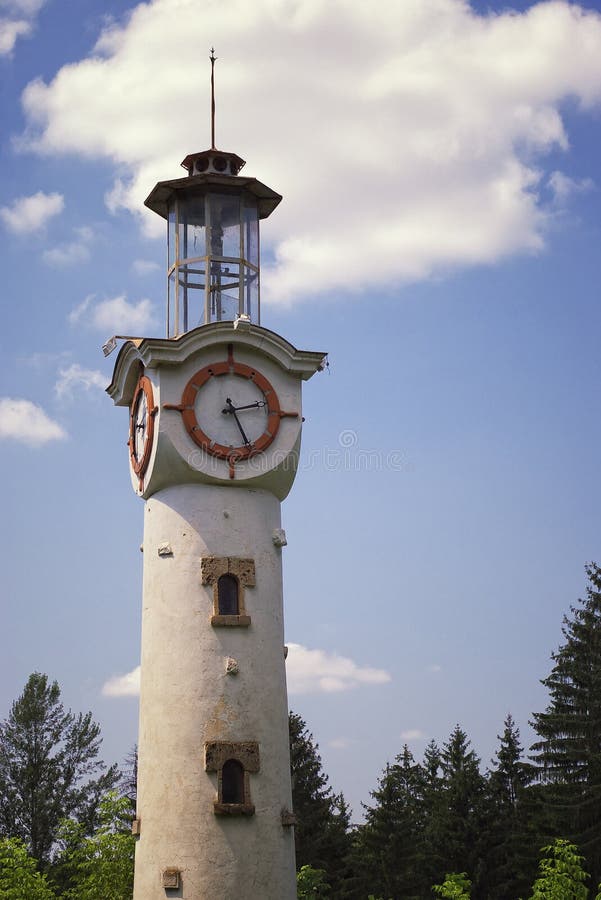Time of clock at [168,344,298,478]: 2:25
